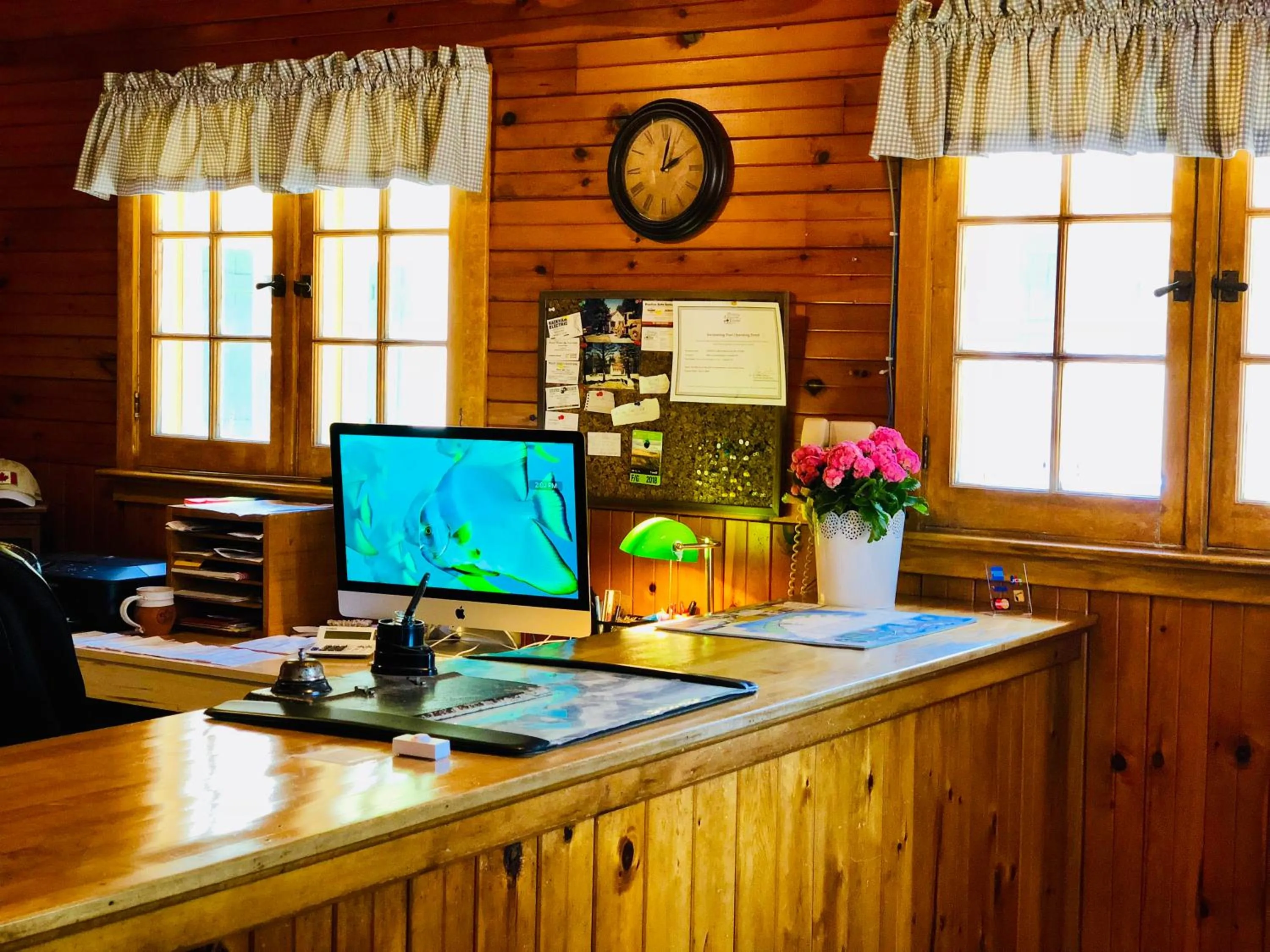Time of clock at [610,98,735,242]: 2:02
